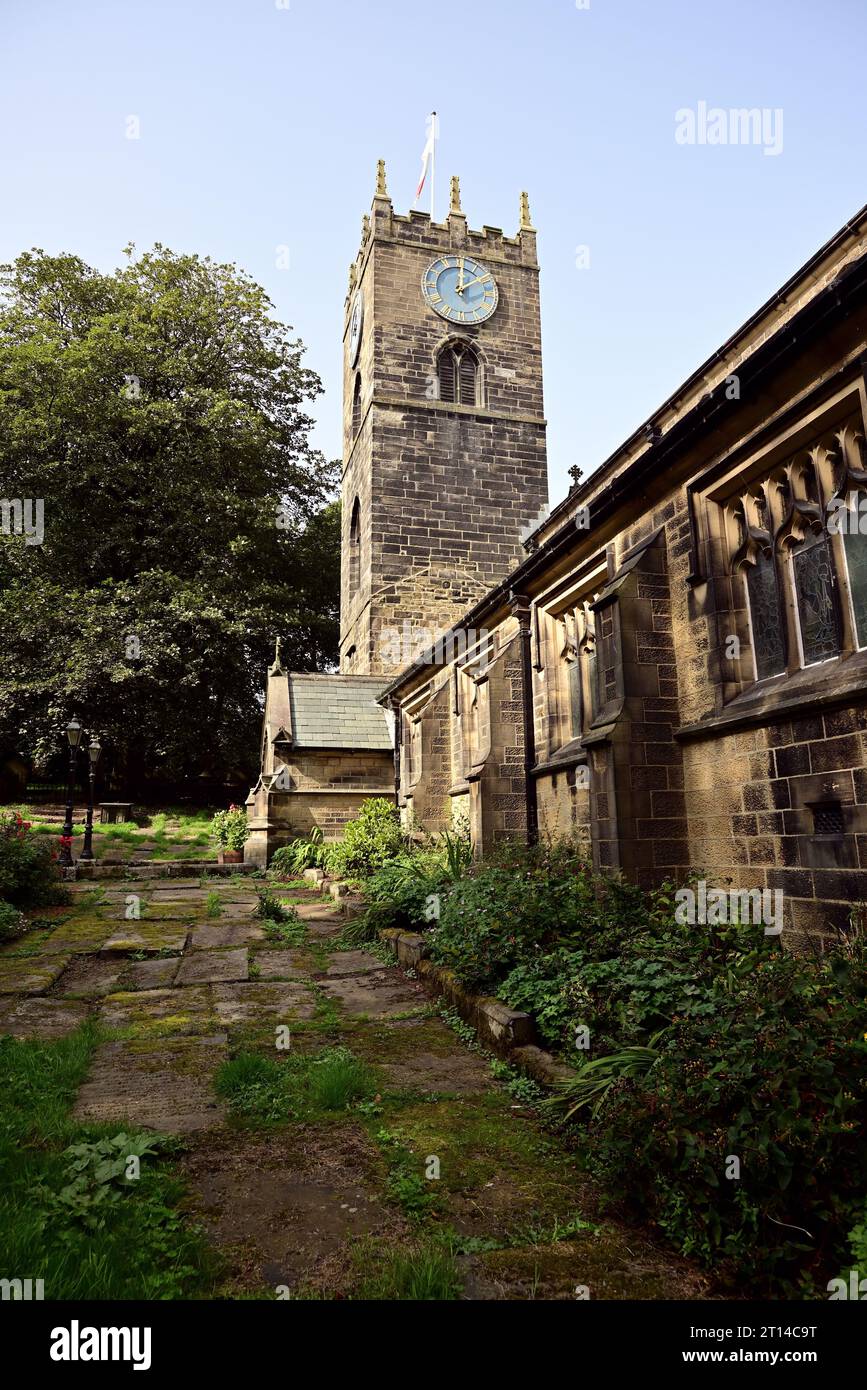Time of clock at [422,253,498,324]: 12:07
